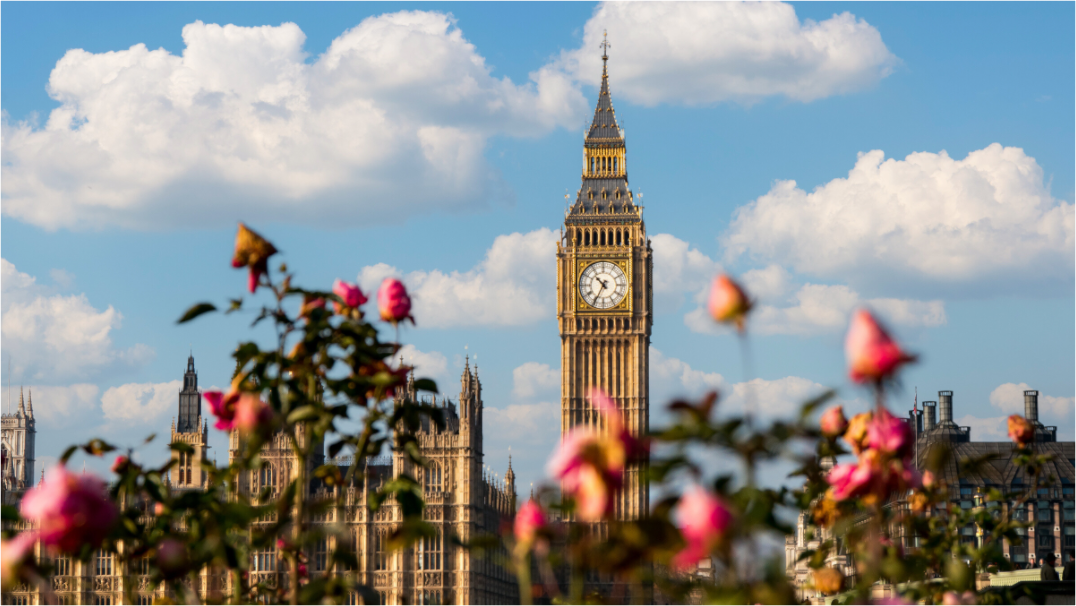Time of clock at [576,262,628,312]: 10:34
